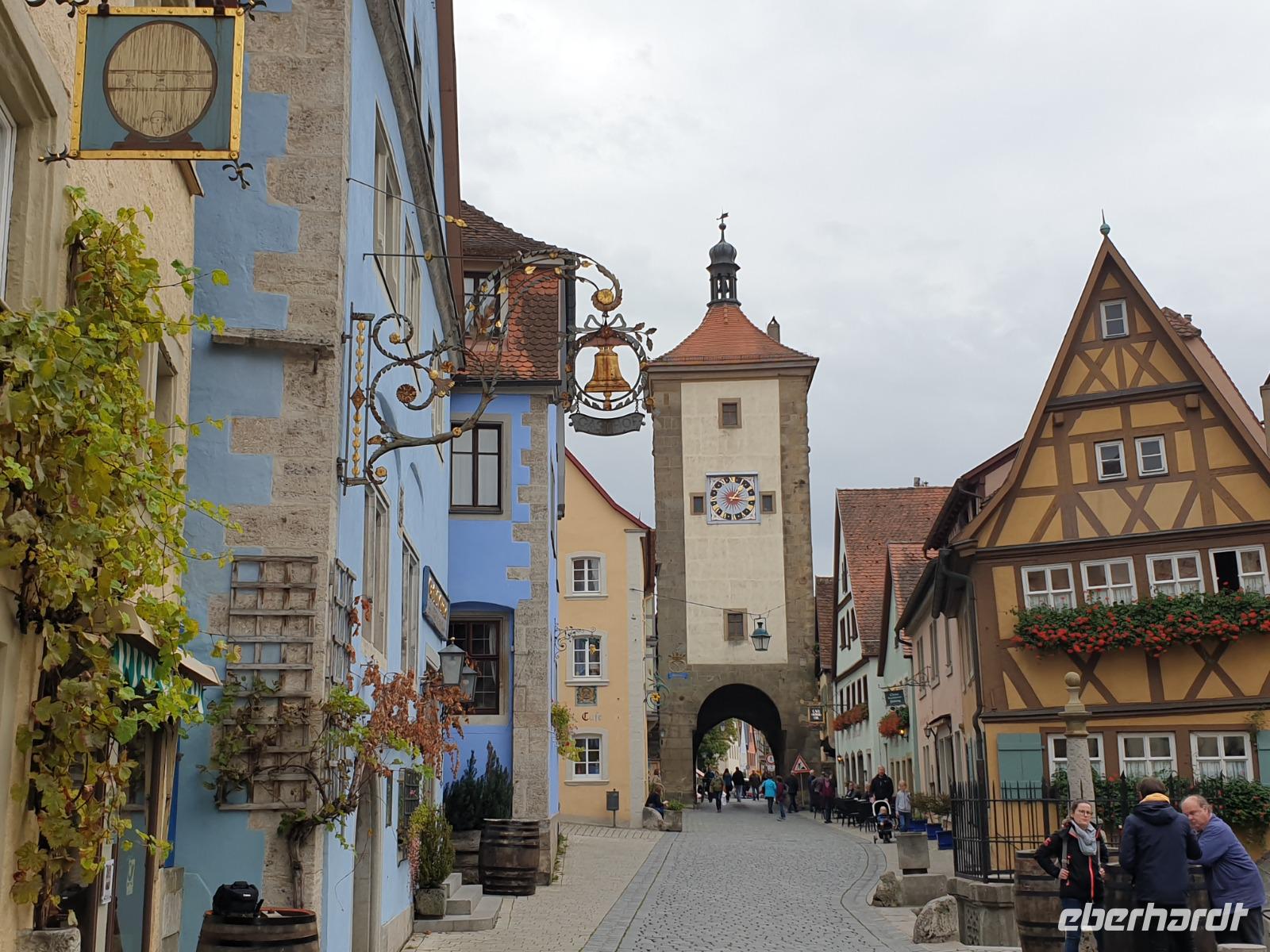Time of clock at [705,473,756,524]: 1:16
